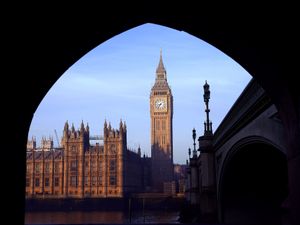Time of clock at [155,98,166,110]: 8:36
